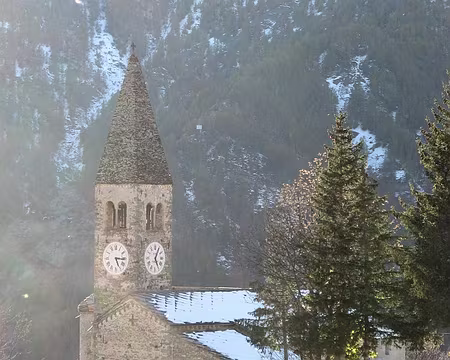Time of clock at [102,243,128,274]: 5:15
